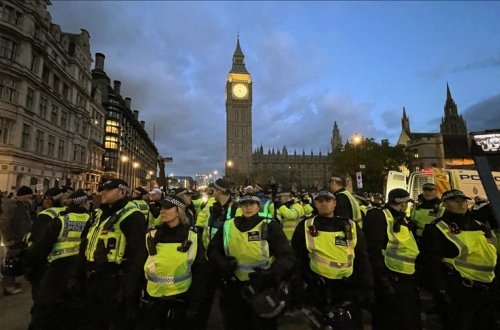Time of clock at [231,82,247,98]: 4:42
